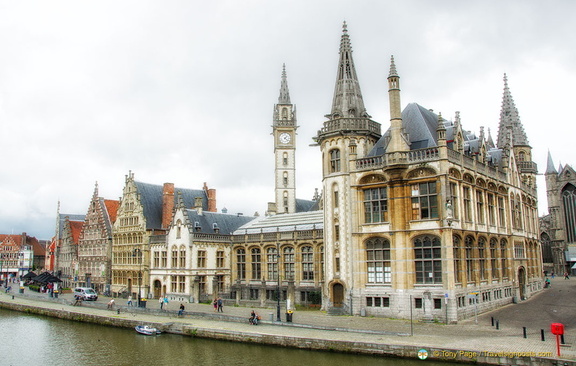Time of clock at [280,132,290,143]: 1:22
